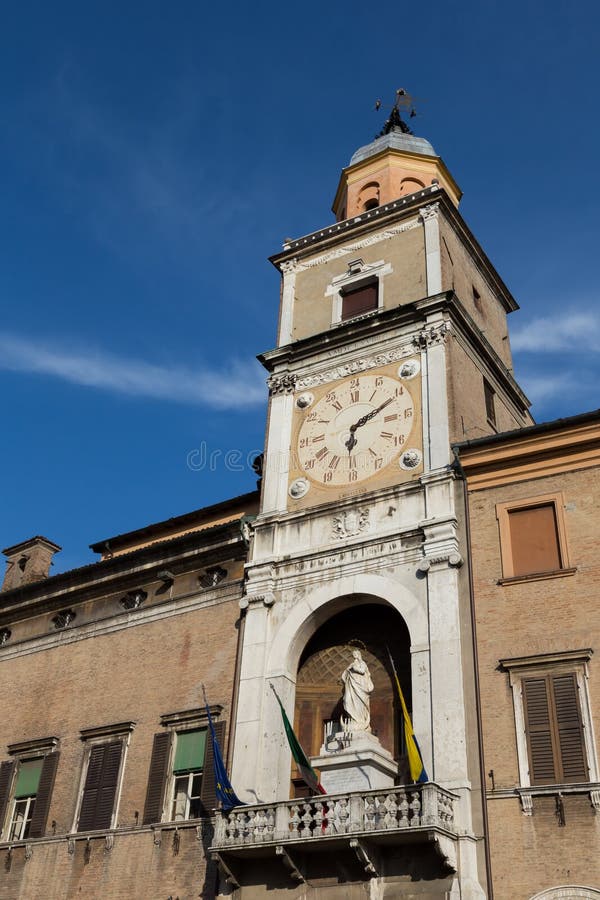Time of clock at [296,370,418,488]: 6:10
